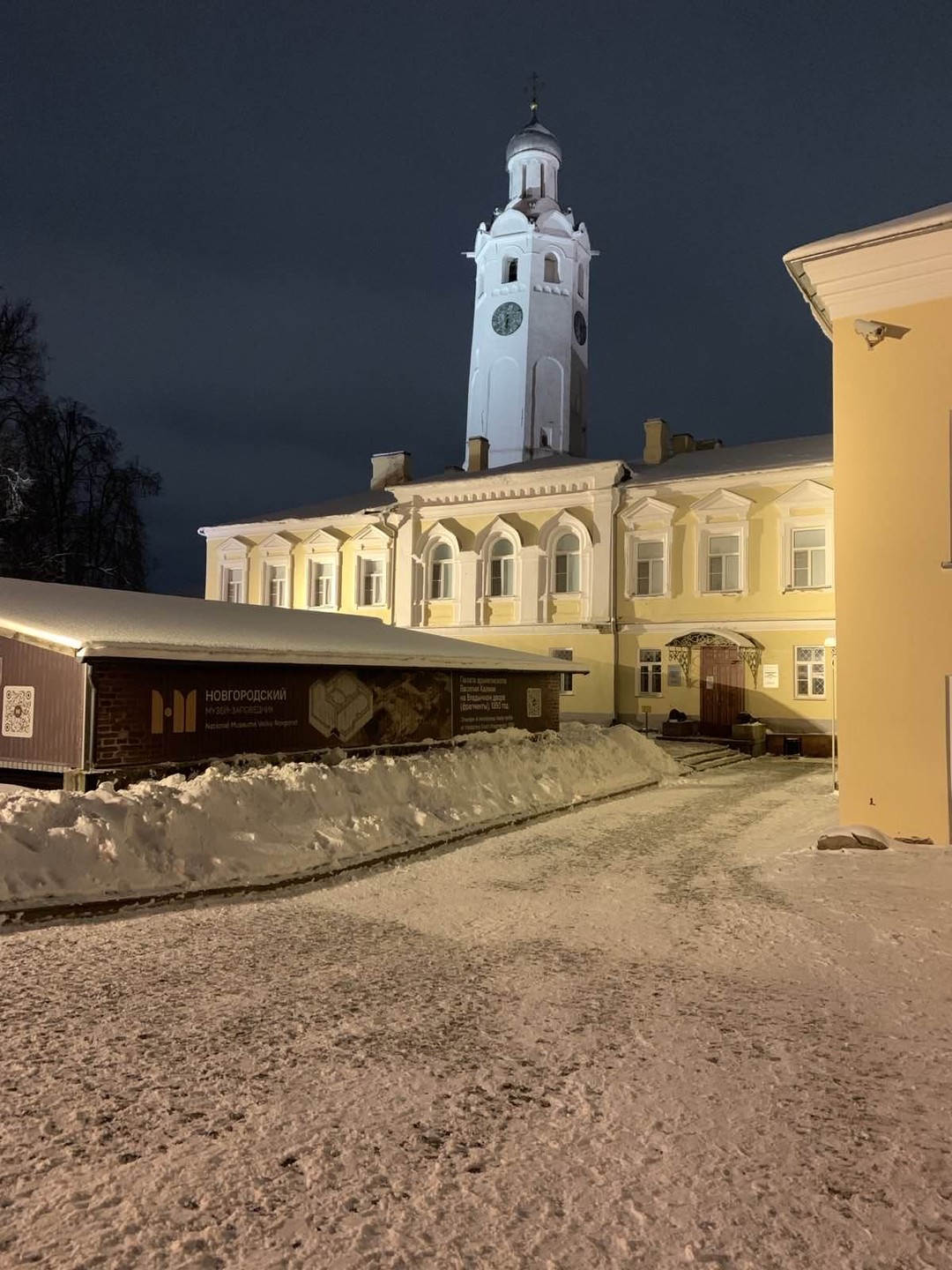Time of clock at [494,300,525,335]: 6:29
